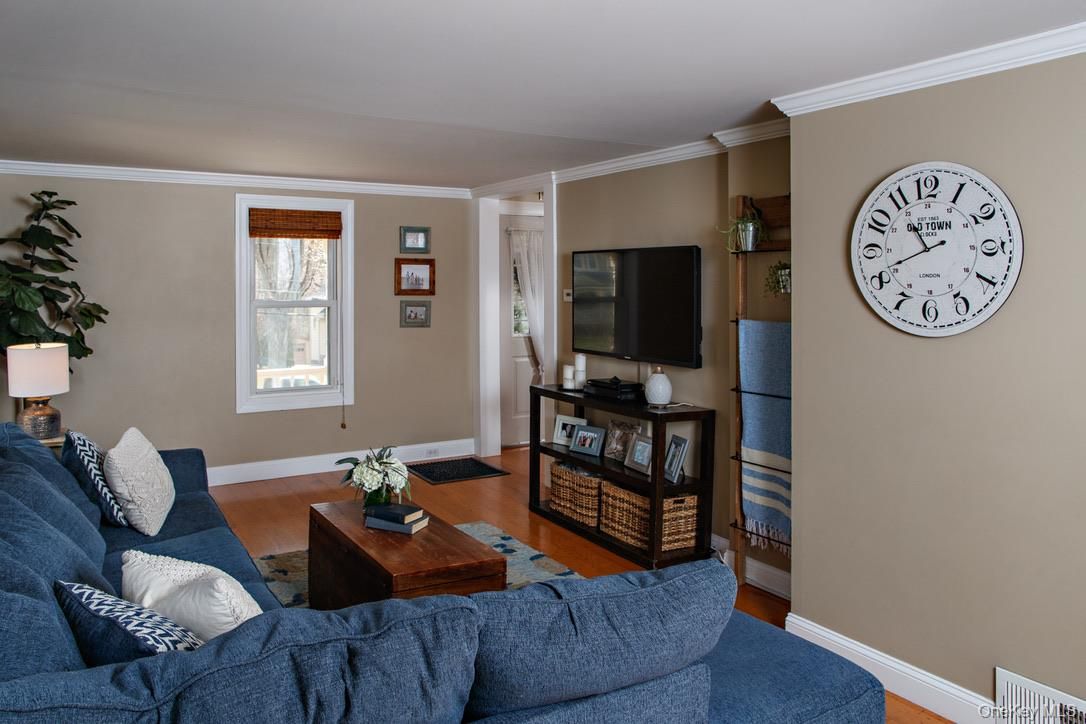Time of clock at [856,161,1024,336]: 10:41
